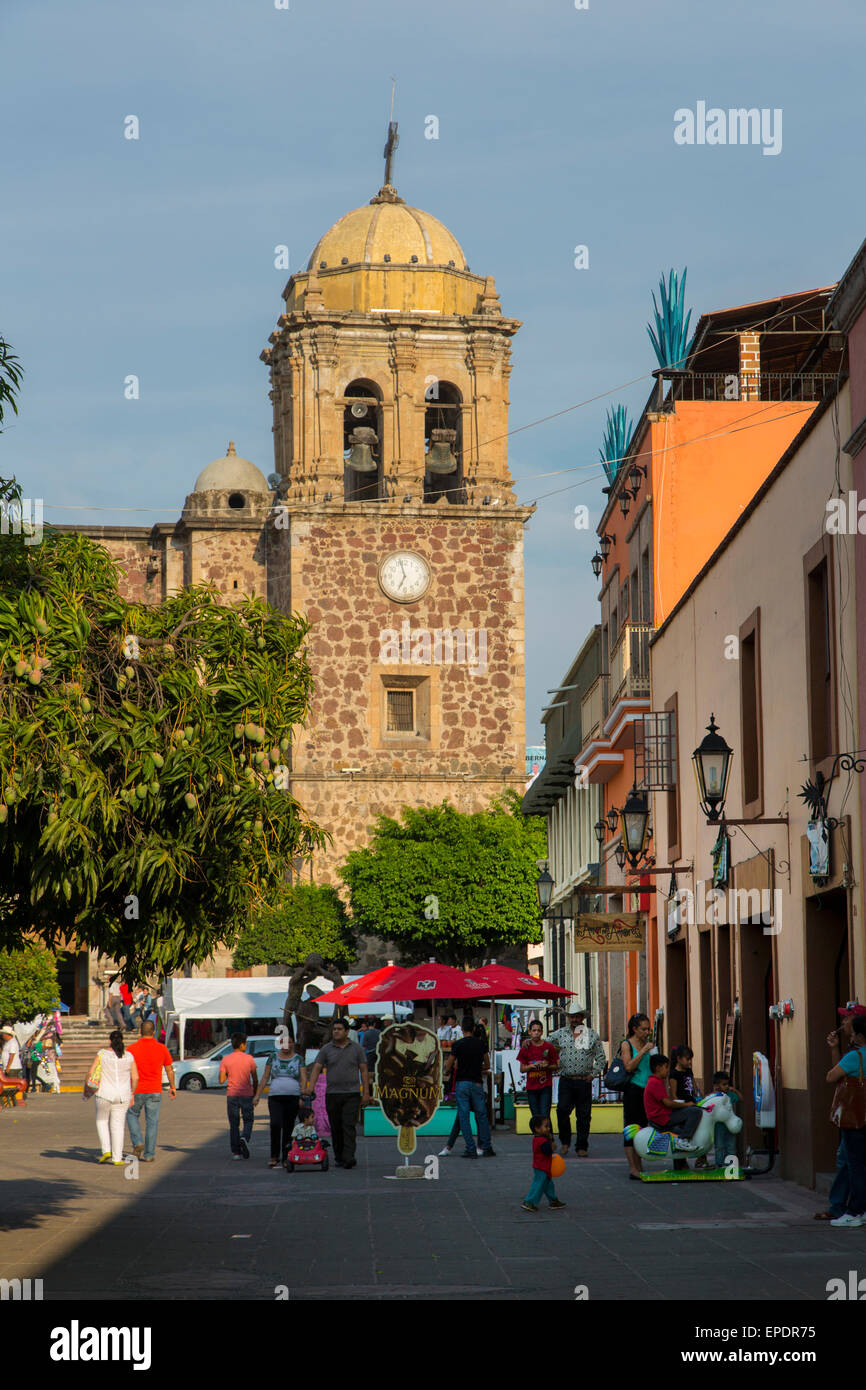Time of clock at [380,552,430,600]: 6:57
